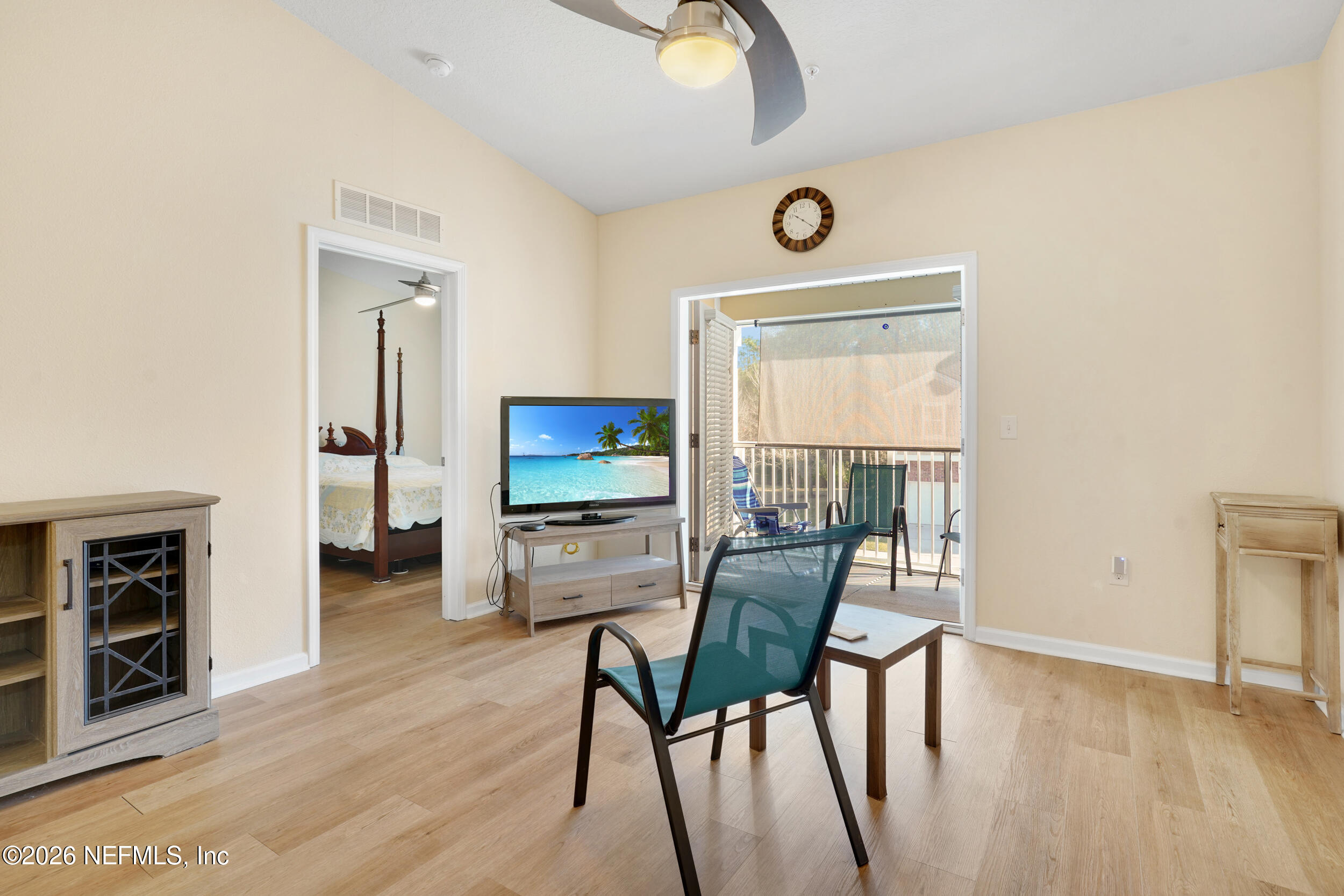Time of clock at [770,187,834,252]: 10:20
